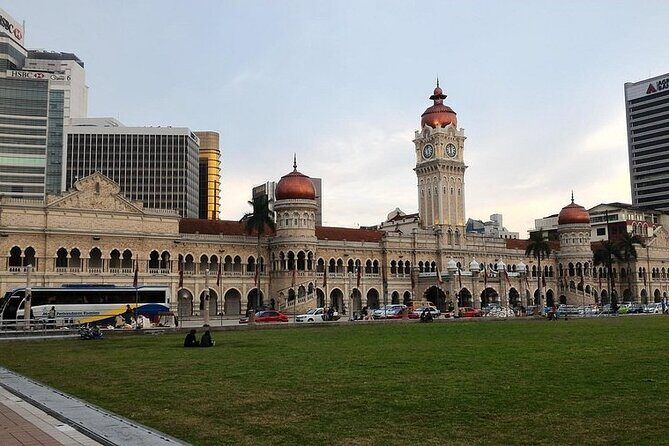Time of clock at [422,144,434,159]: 5:57
